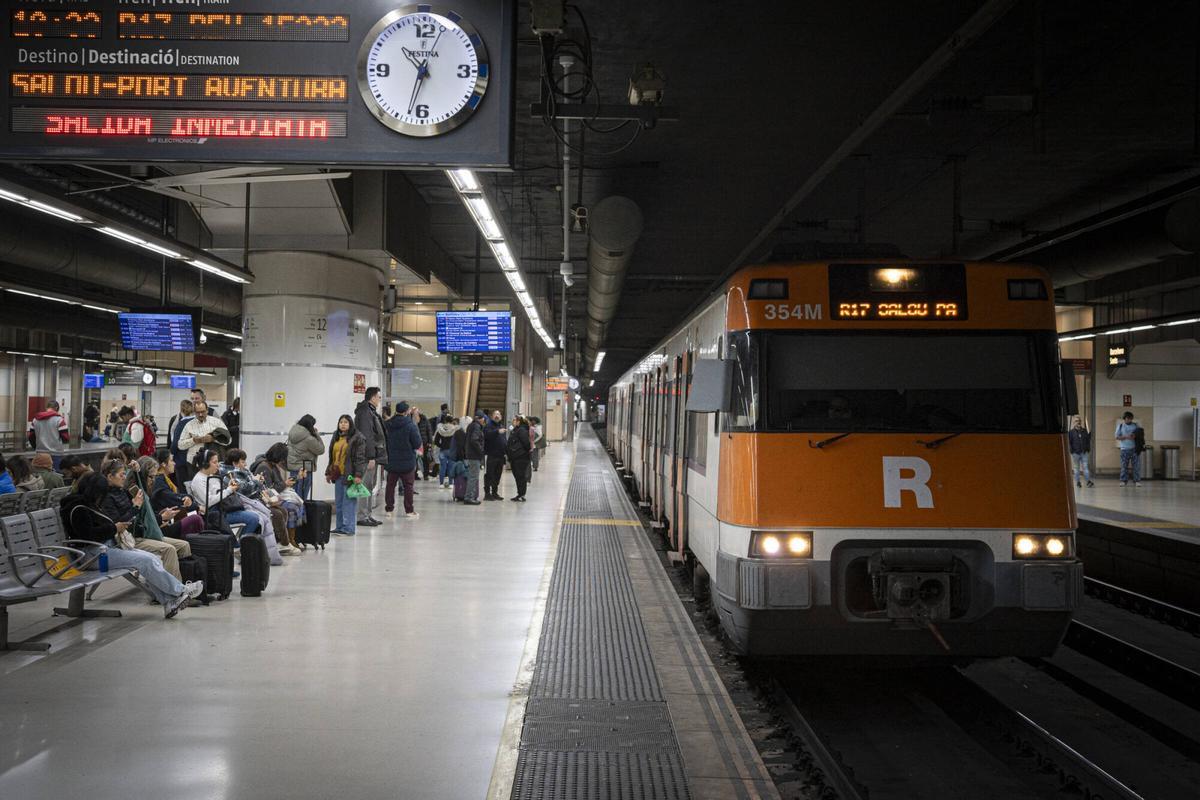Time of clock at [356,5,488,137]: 10:32
